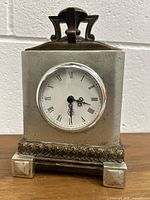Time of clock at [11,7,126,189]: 3:29
